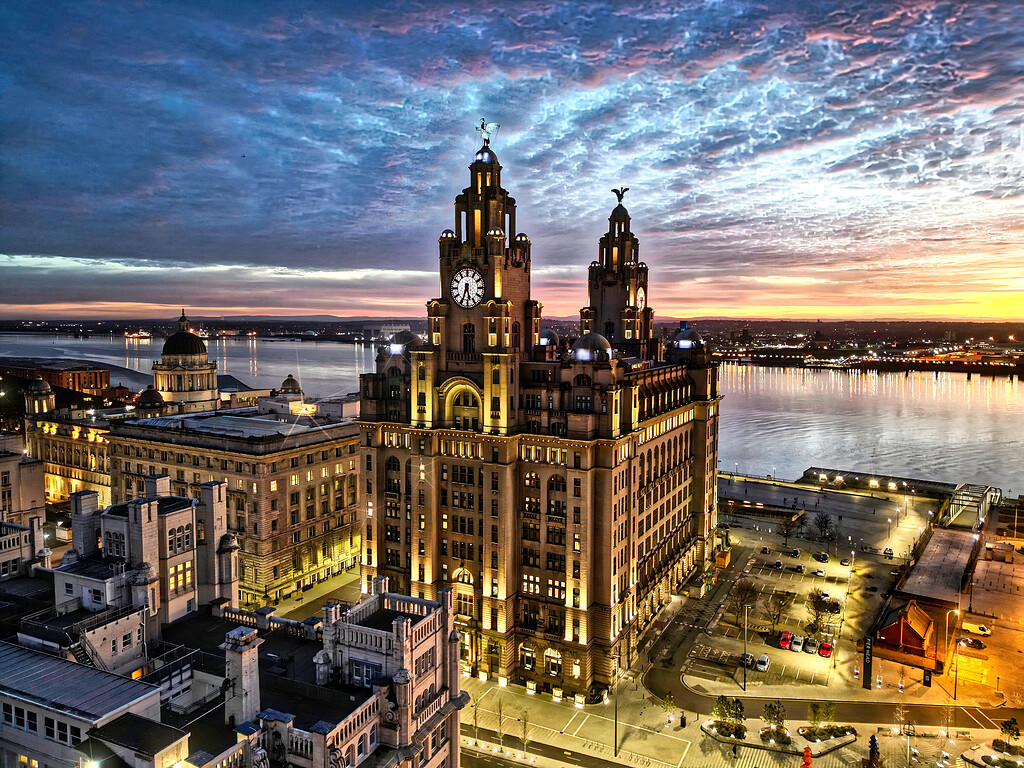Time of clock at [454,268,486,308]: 5:34
